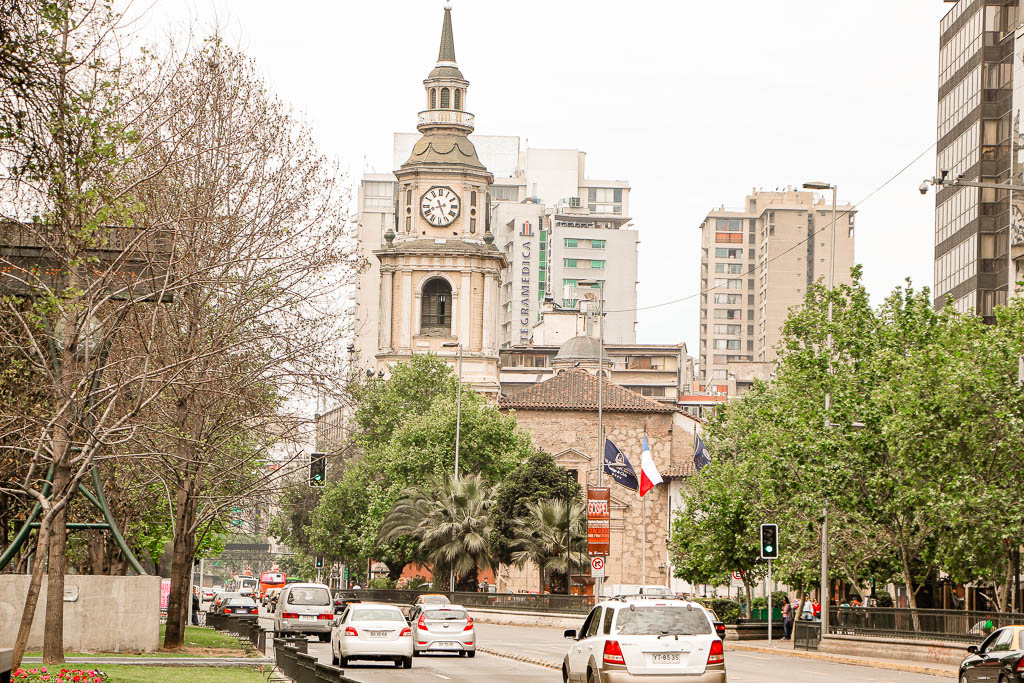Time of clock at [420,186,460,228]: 8:26
